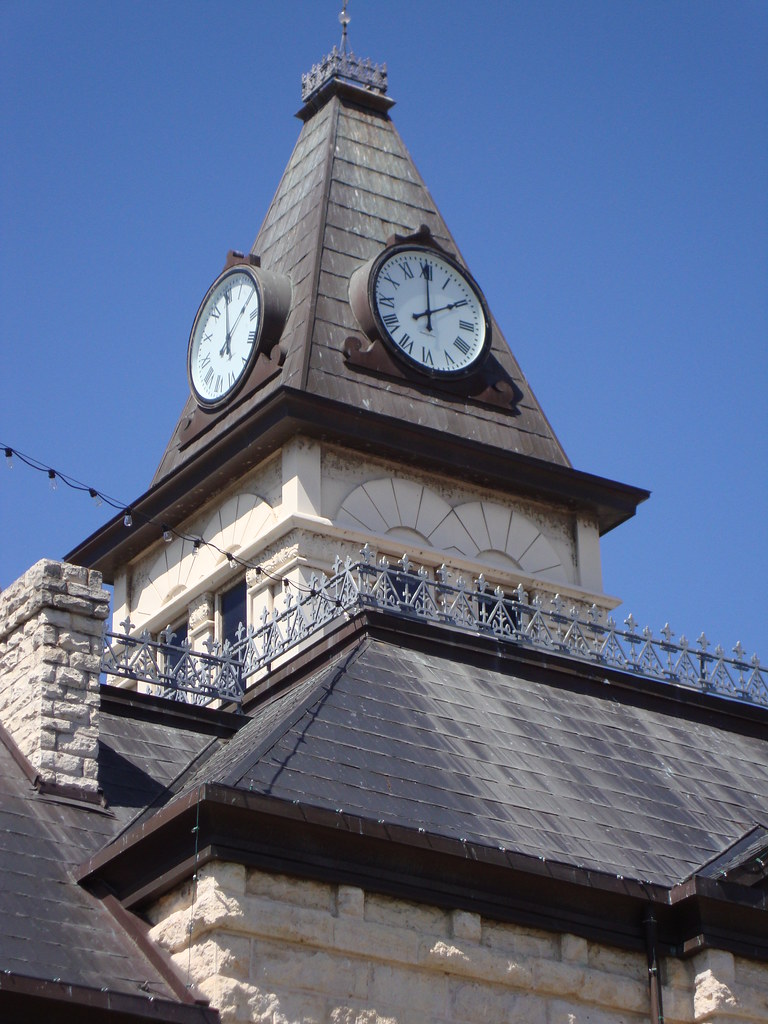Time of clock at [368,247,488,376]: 2:00
